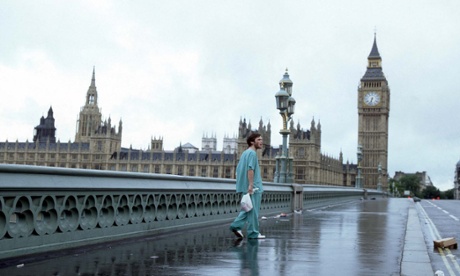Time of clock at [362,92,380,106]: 6:32
